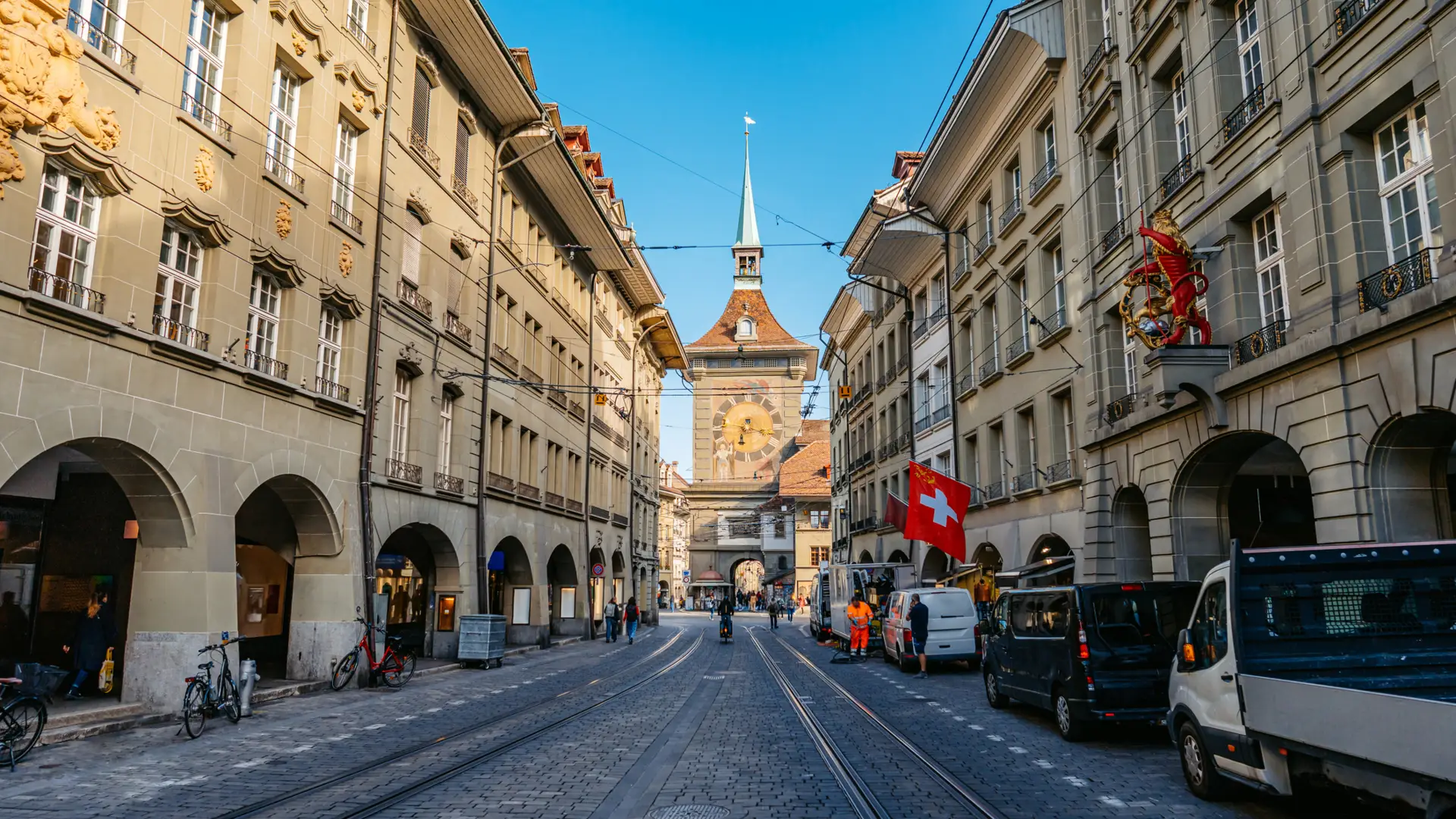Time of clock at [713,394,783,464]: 6:17
